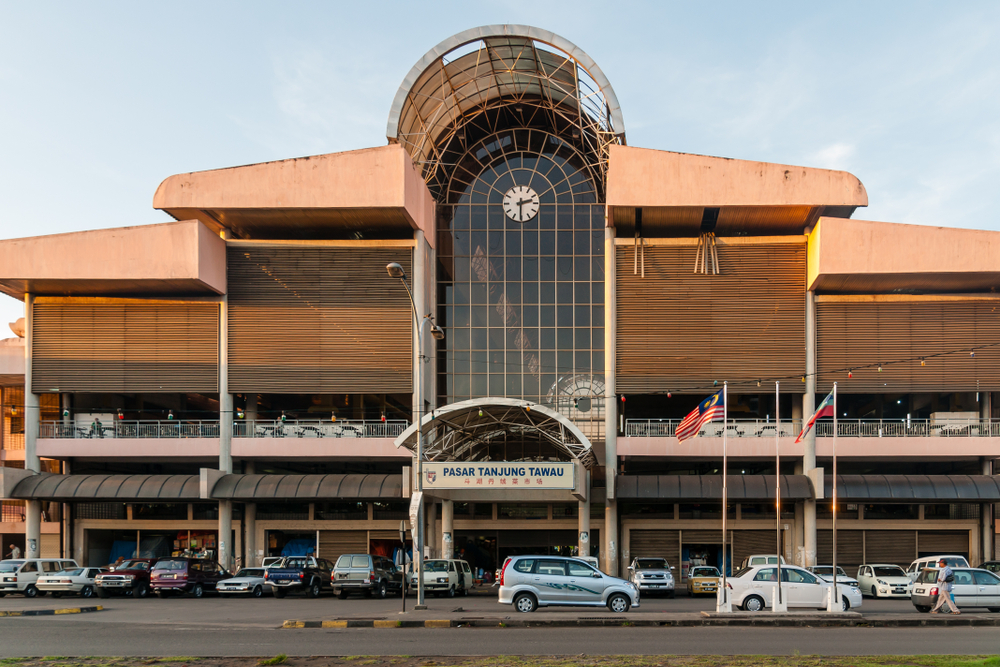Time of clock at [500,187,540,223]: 2:30
